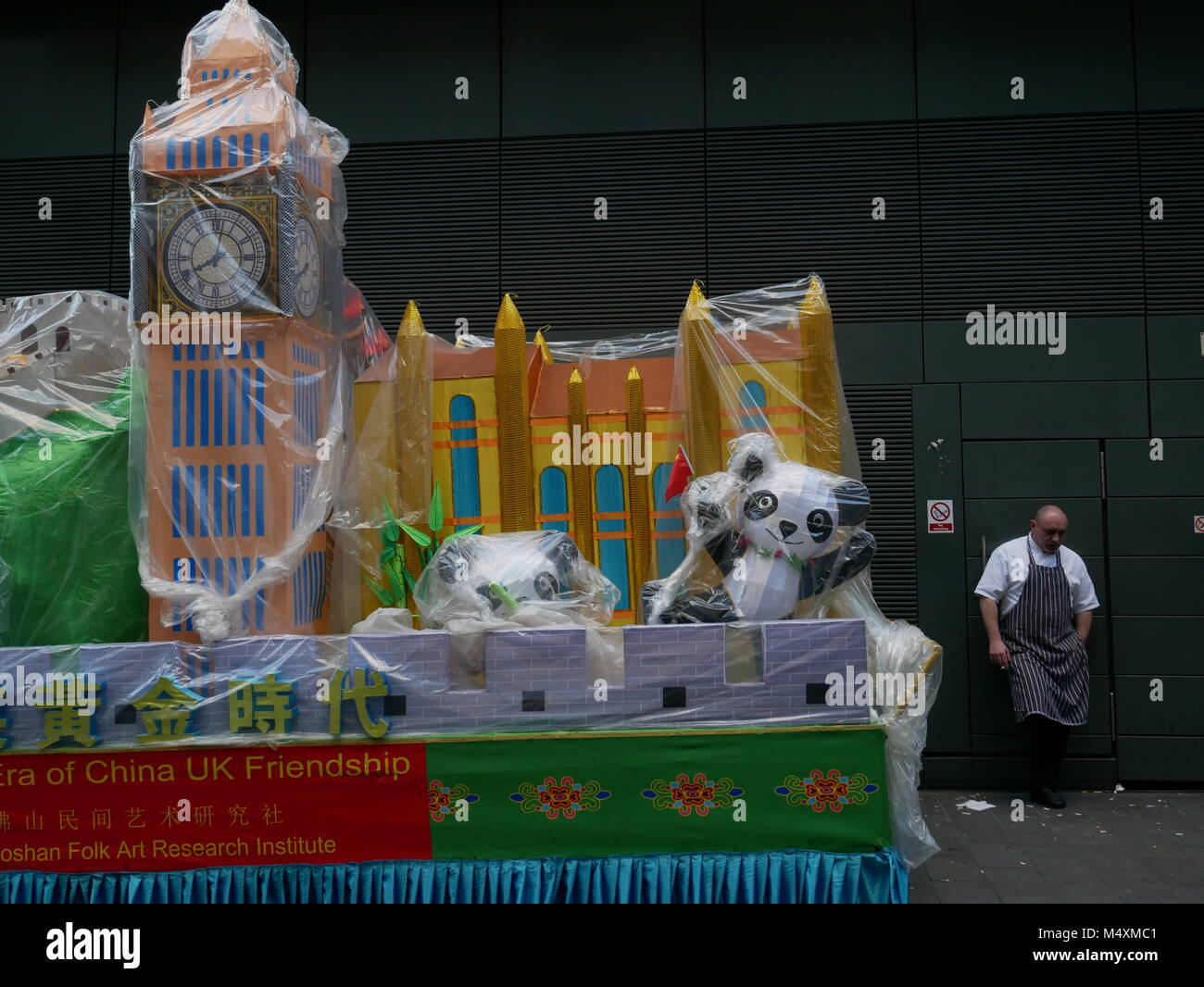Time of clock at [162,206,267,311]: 8:02
